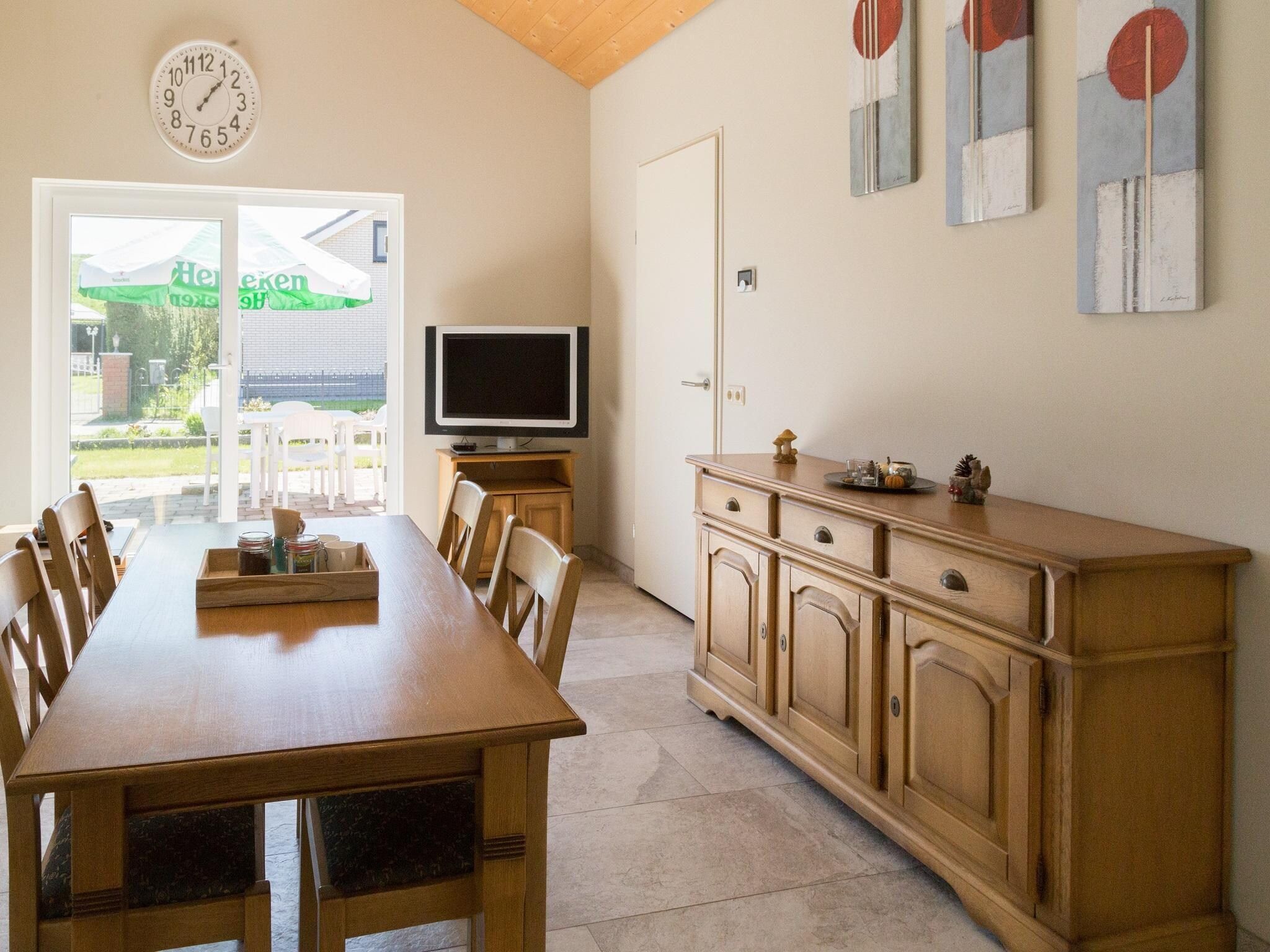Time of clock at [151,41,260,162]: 1:07
